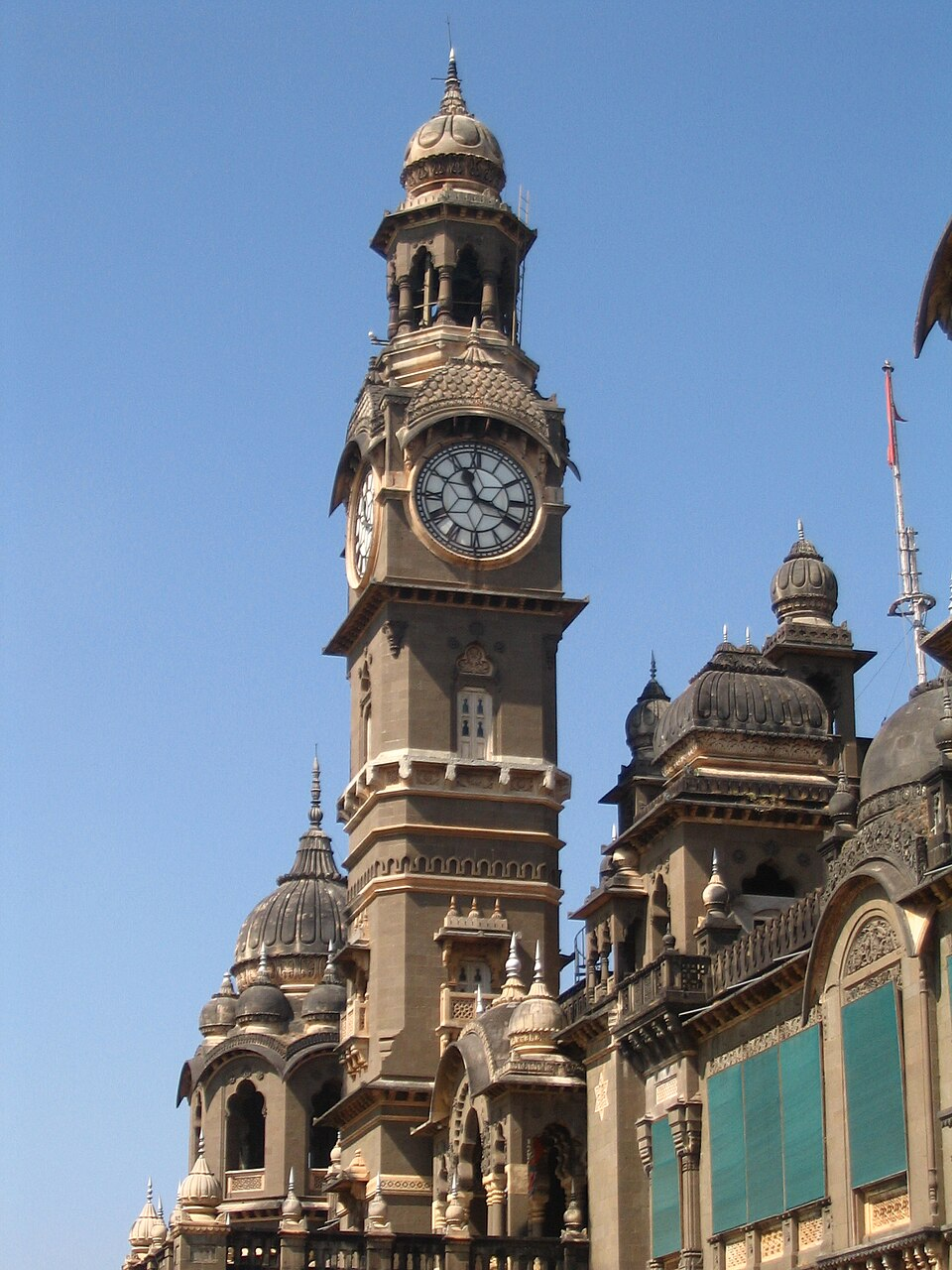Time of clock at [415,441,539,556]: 11:18
